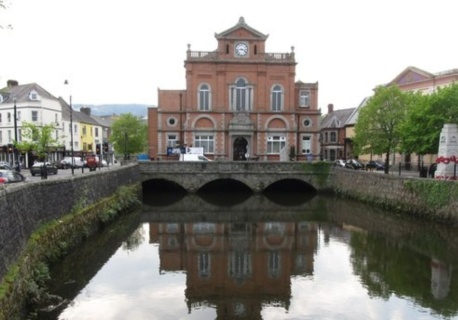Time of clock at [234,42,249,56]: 3:43
